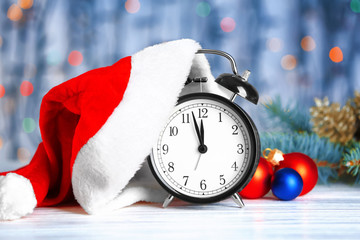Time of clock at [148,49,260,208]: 11:57
